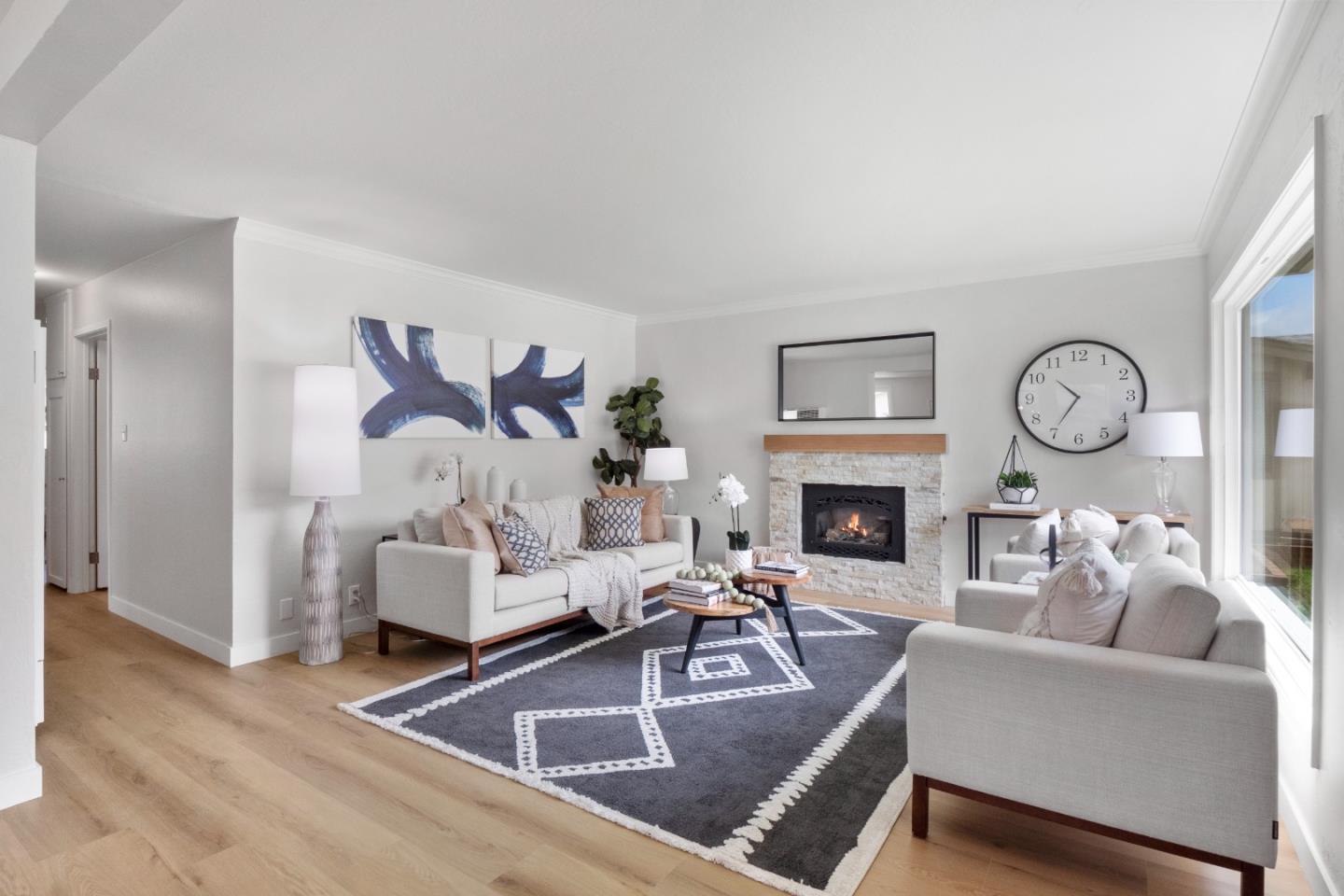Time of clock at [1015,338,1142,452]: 10:35
